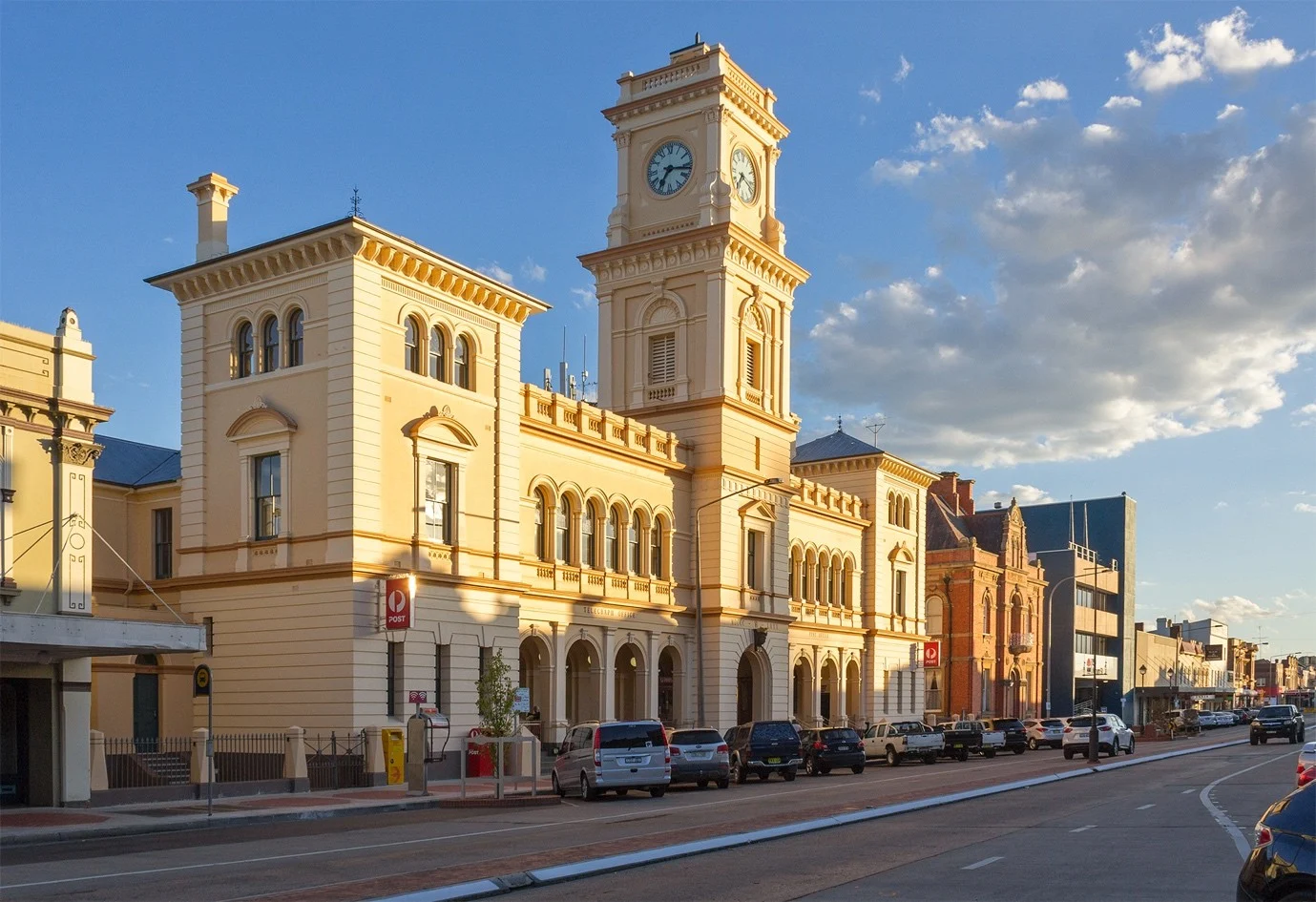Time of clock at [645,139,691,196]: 7:16
